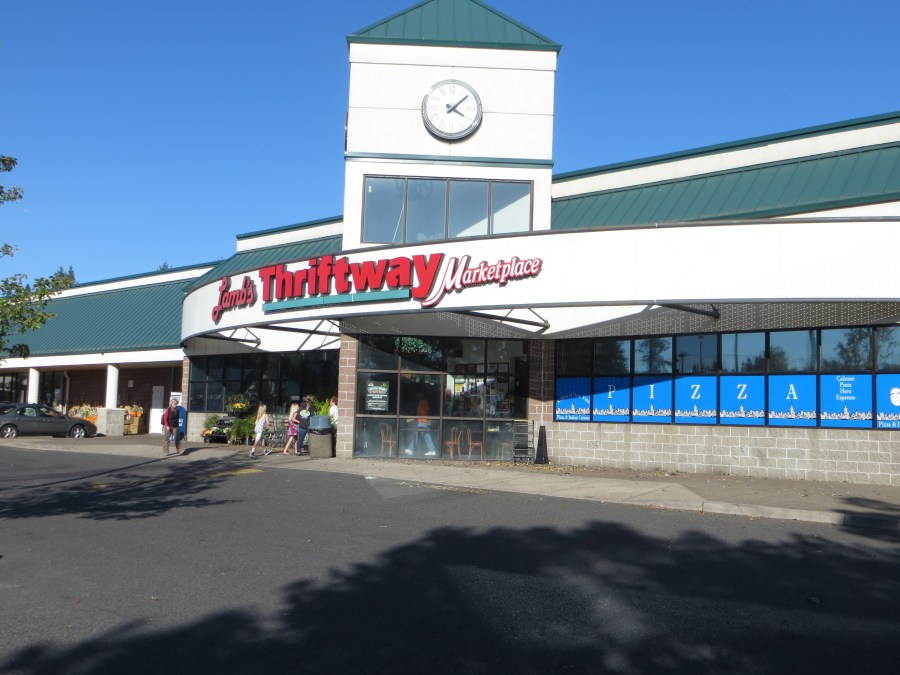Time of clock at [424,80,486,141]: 4:08
